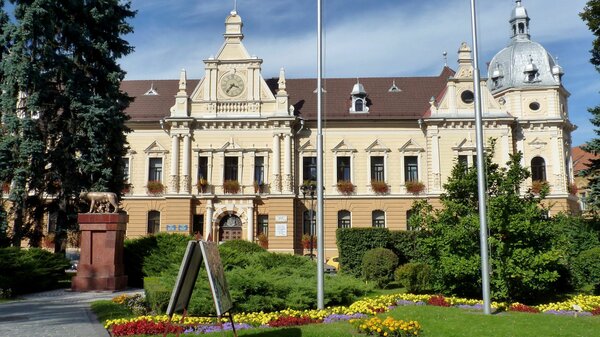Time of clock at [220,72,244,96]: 3:36
